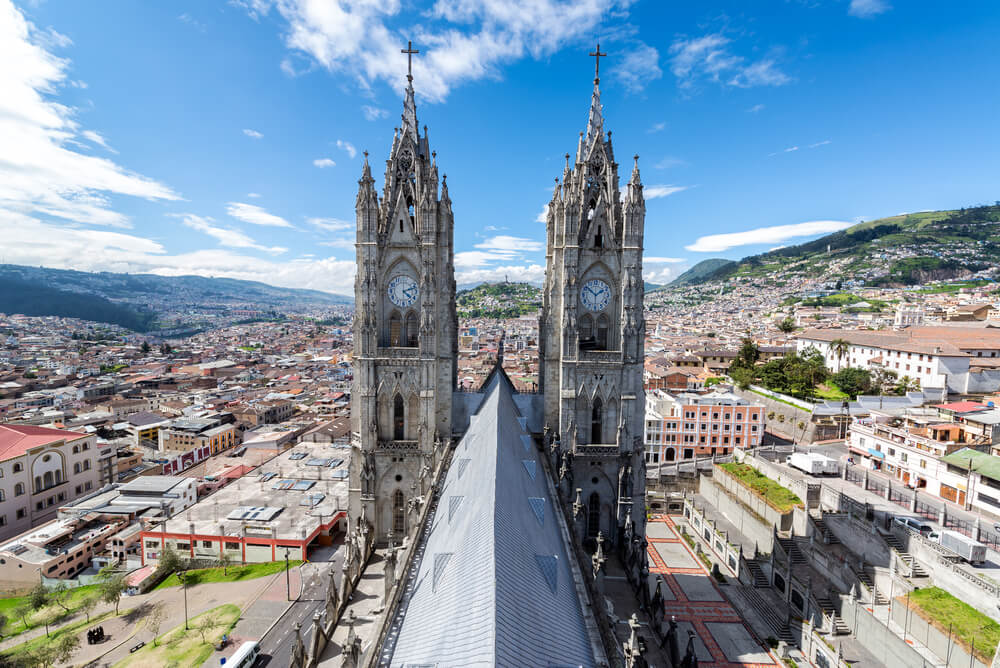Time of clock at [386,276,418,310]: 4:12
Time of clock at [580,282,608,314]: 1:51
